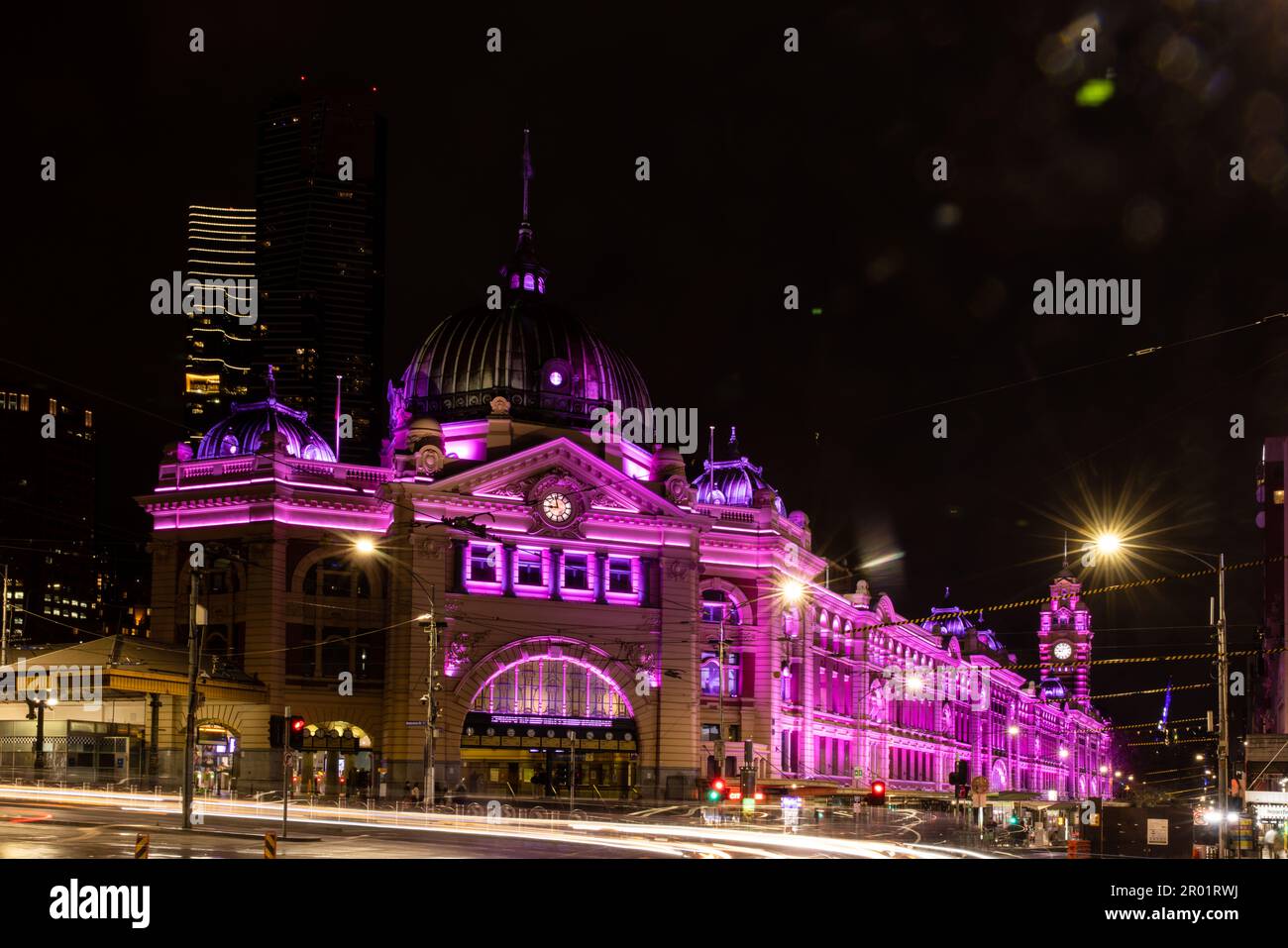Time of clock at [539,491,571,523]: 8:57
